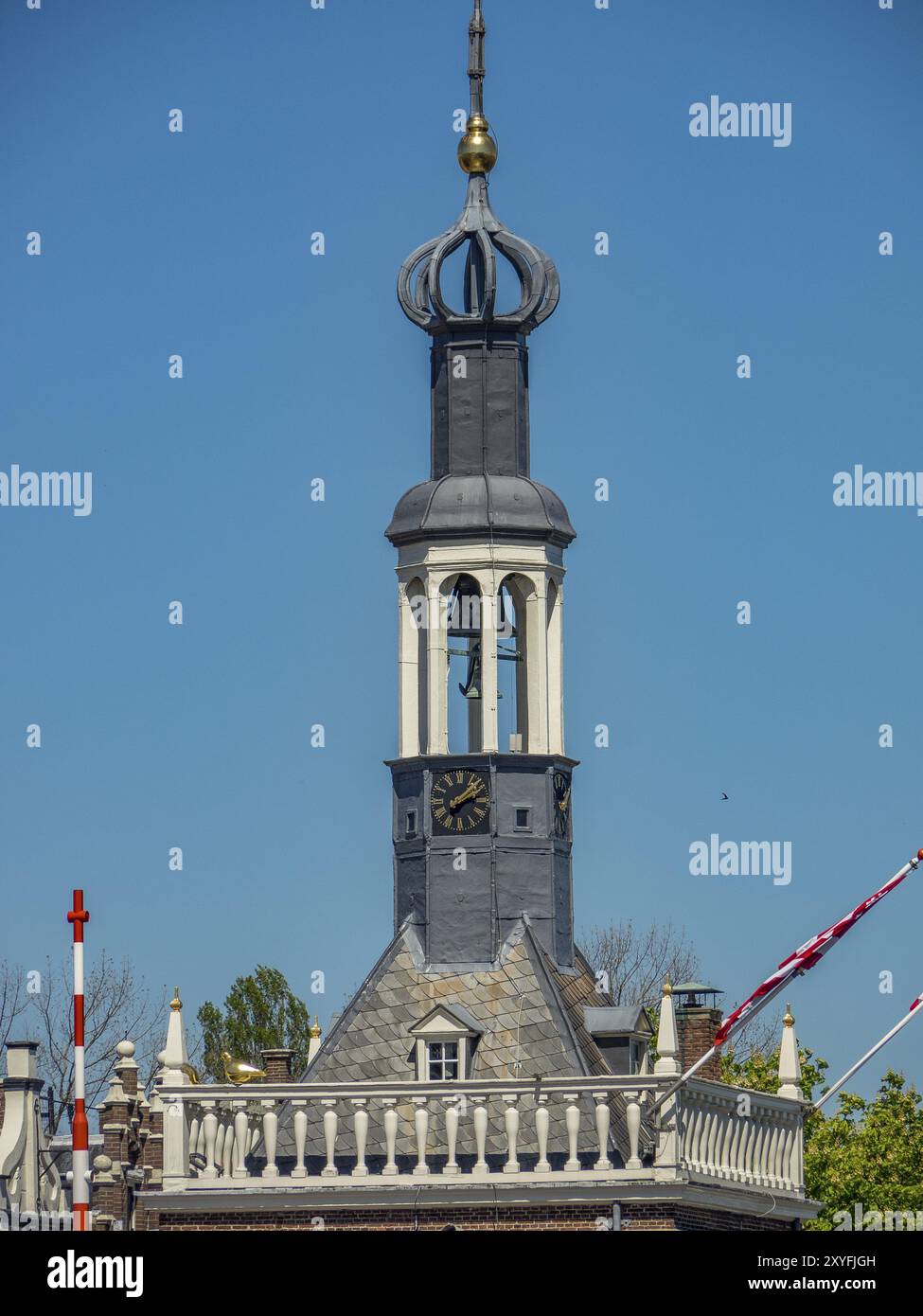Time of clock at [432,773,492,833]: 2:07
